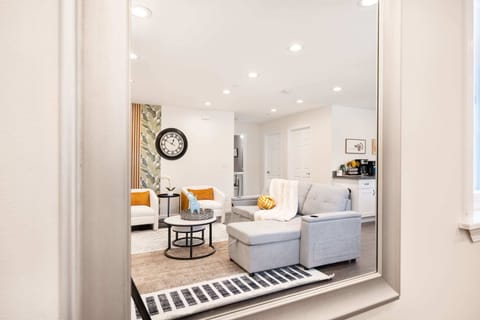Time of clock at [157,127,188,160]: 12:49
